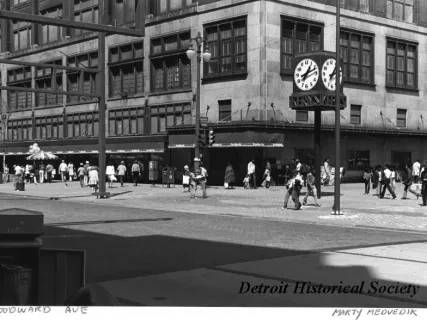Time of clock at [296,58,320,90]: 1:11
